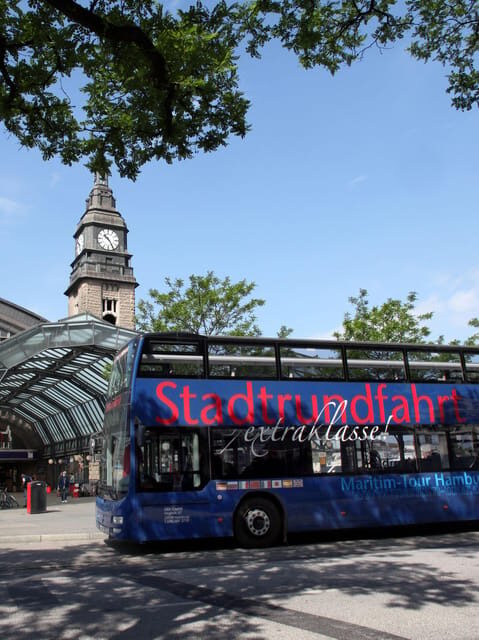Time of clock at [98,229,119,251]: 10:24
